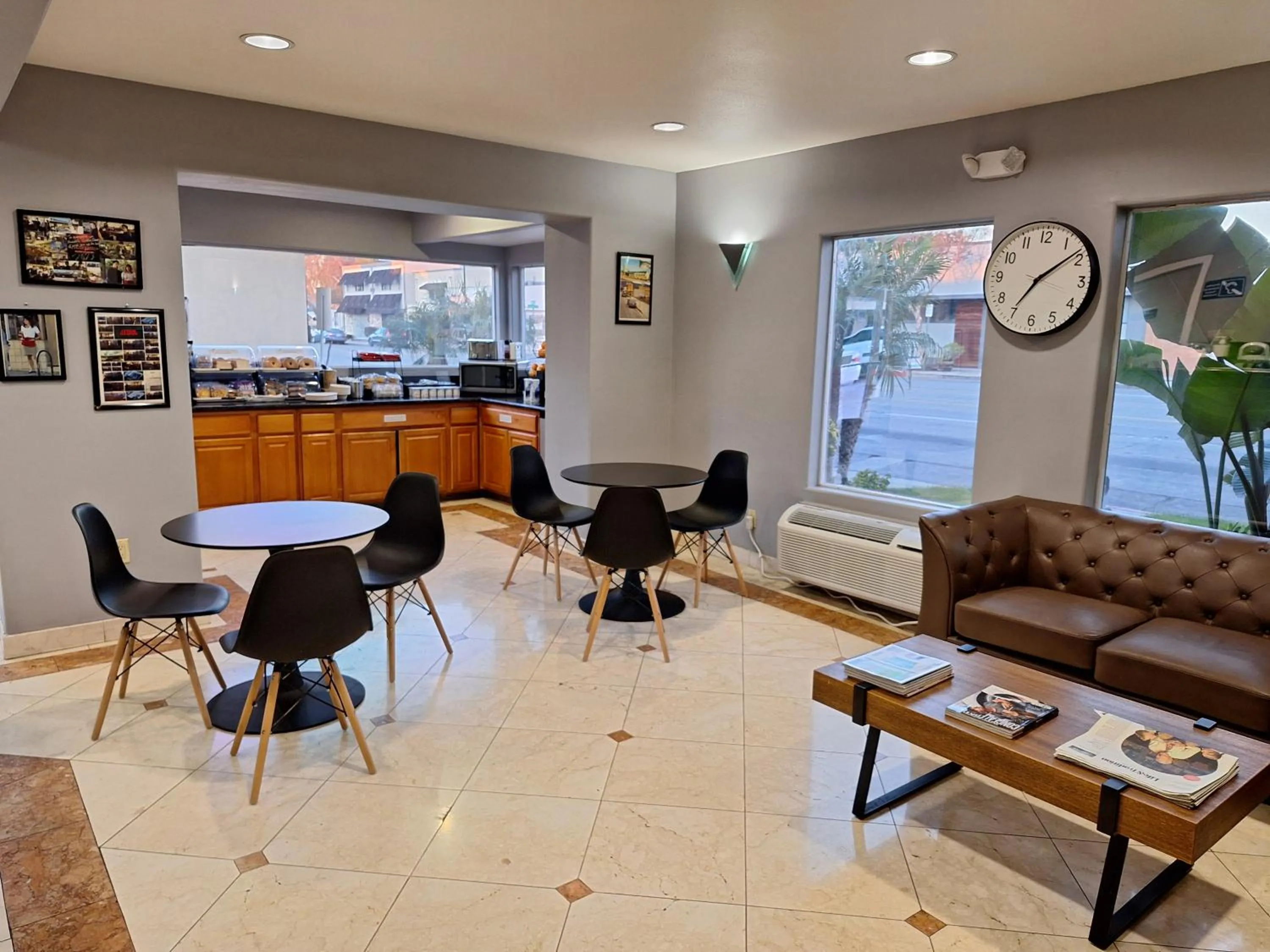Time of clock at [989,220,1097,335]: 7:08
